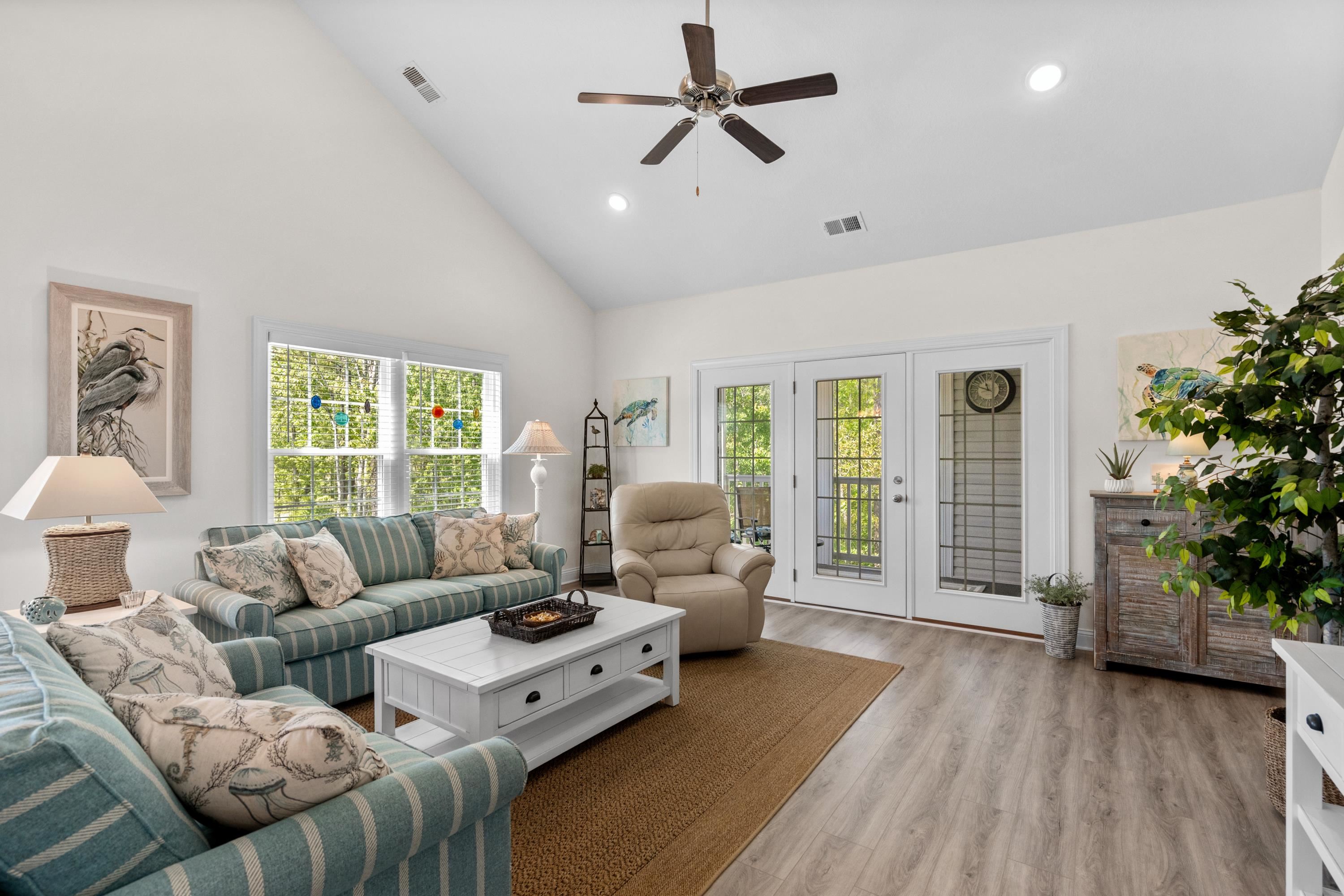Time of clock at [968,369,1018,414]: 11:48
